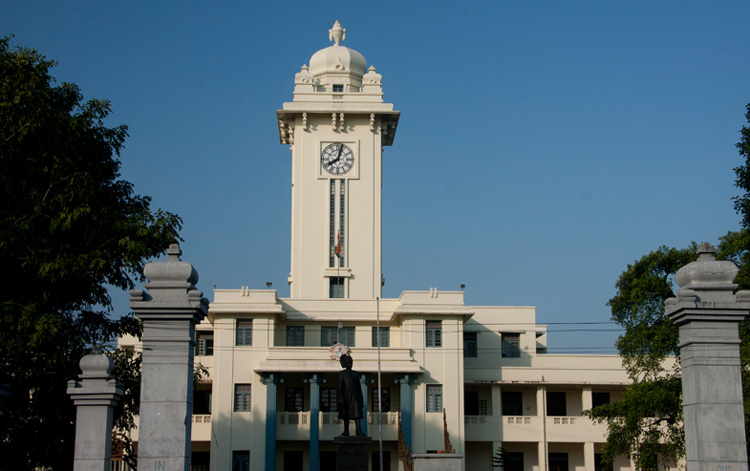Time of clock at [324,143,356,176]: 8:02
